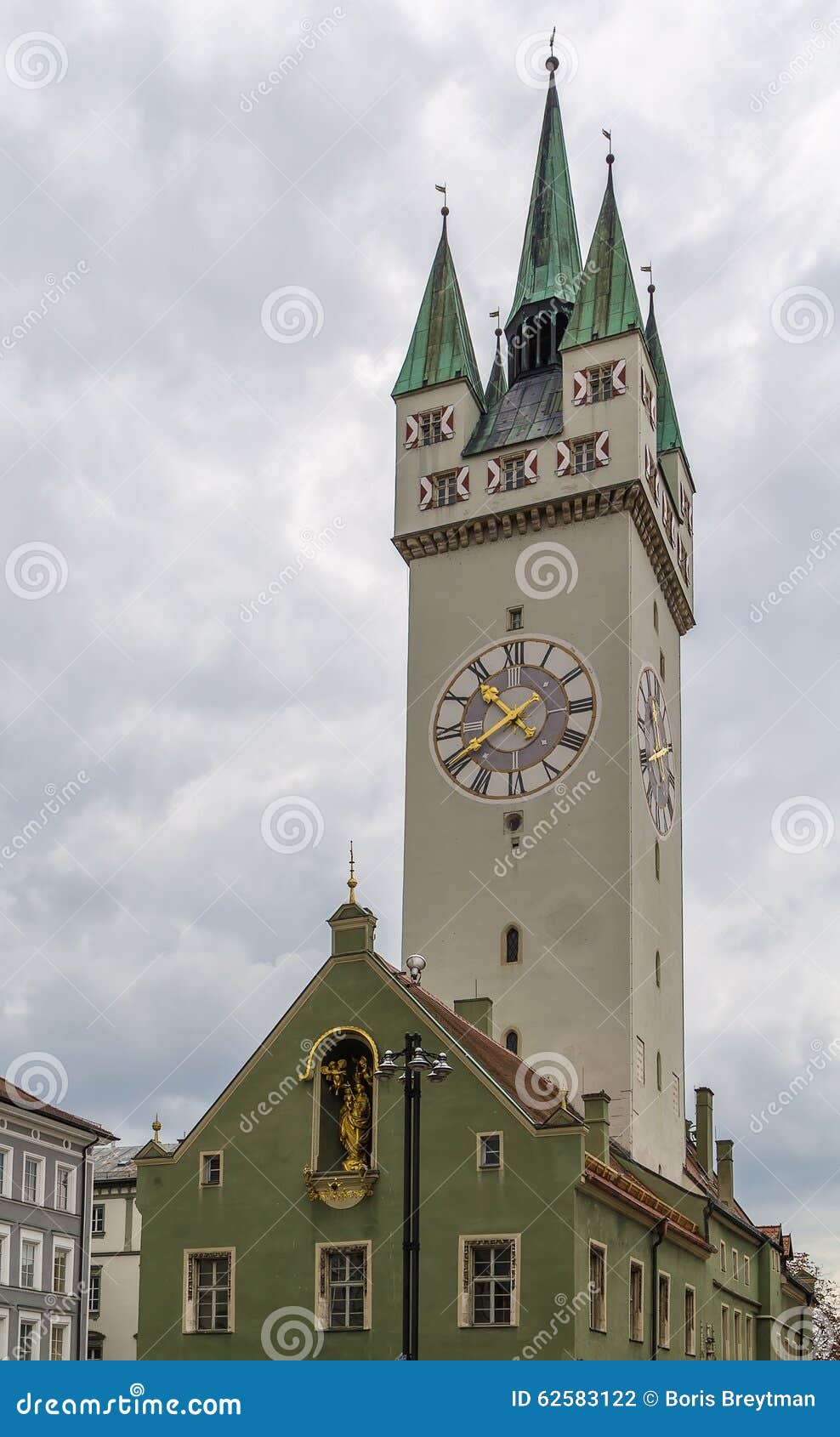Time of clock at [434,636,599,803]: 10:40
